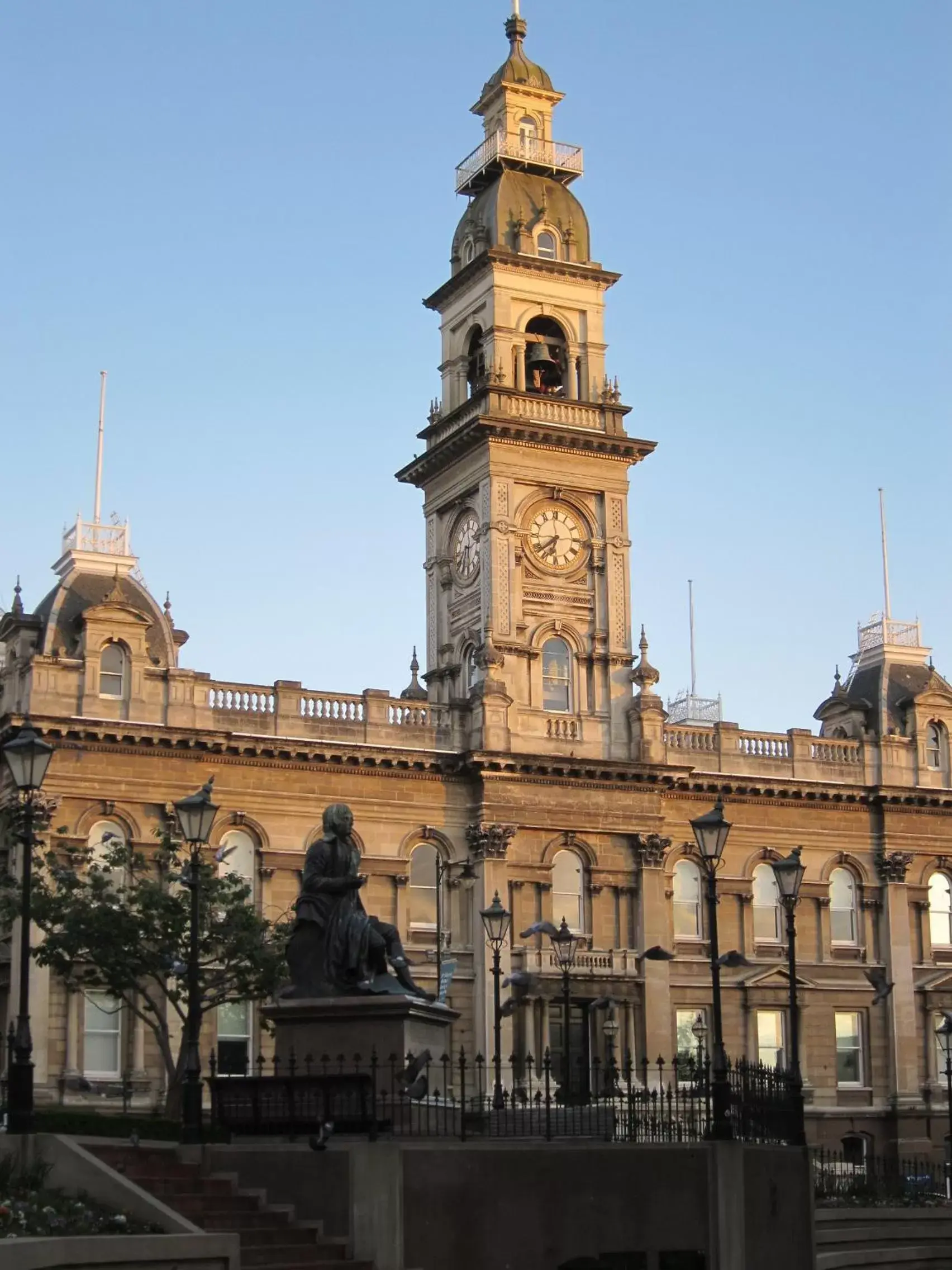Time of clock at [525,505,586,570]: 6:38
